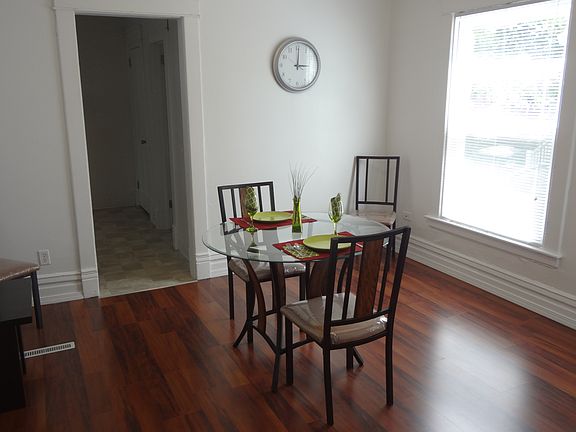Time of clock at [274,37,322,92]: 3:00
